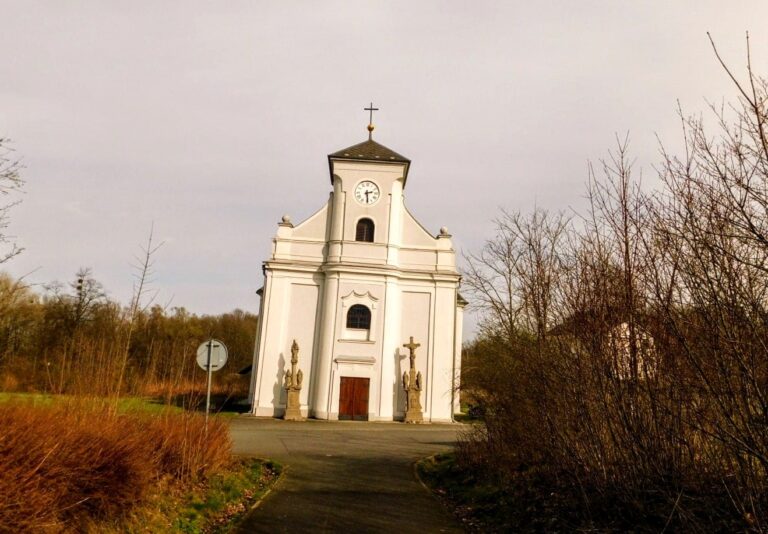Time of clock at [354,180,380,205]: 2:29
